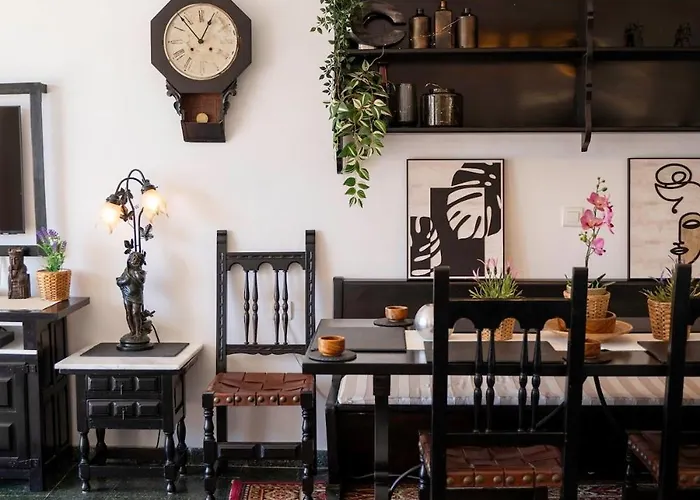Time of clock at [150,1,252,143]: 12:53
